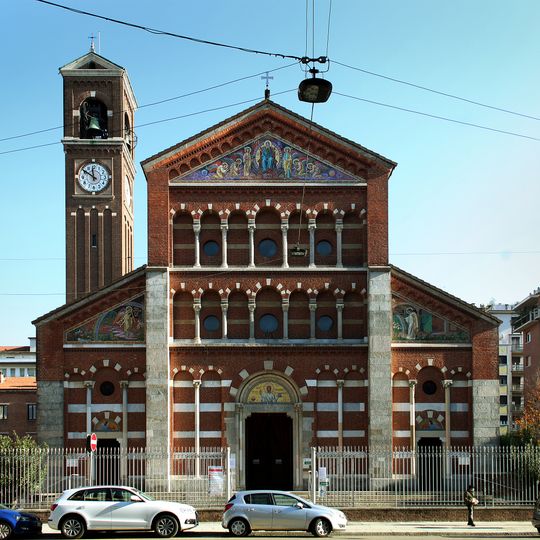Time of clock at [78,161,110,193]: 11:50
